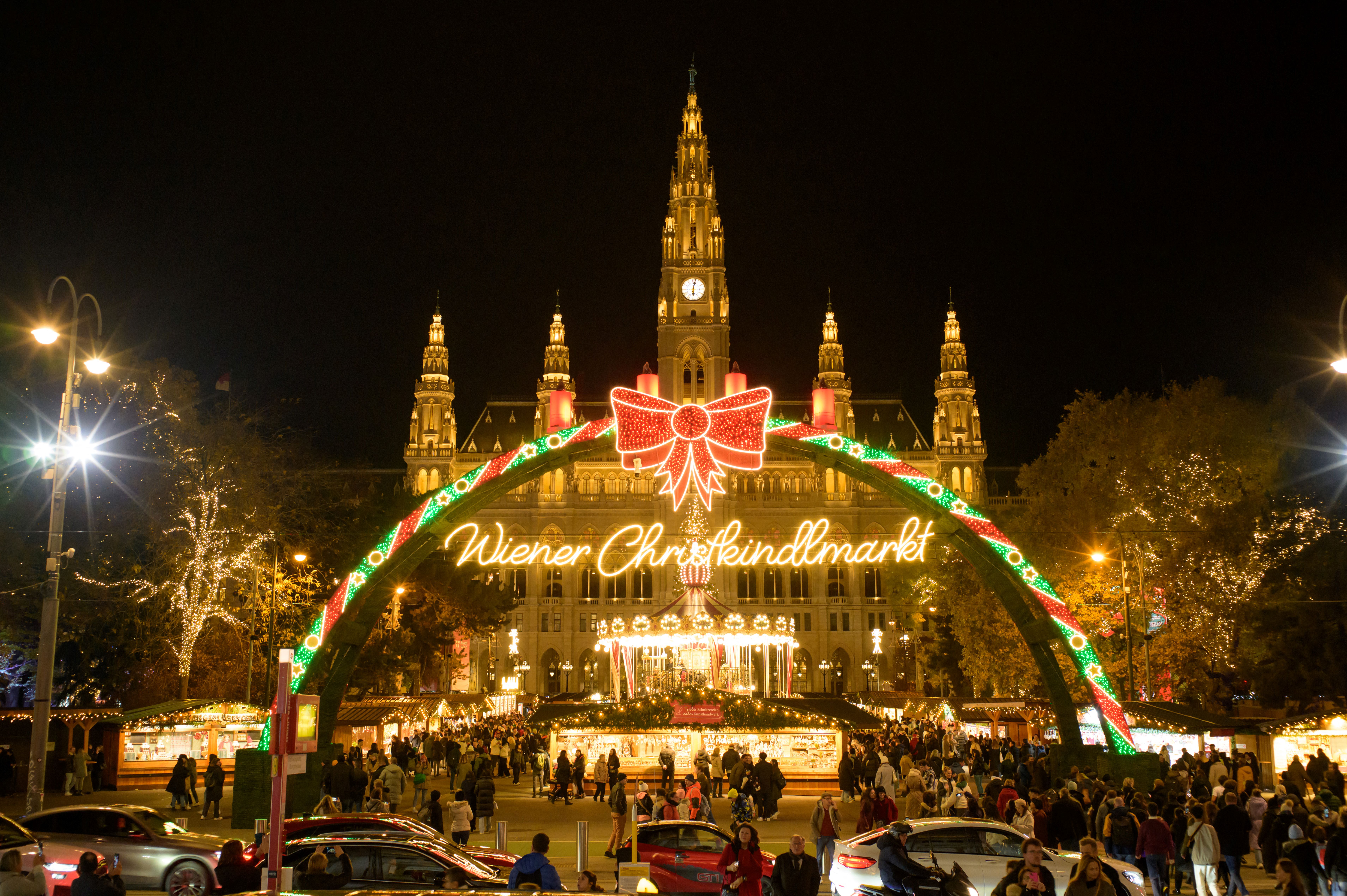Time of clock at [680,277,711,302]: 6:02
